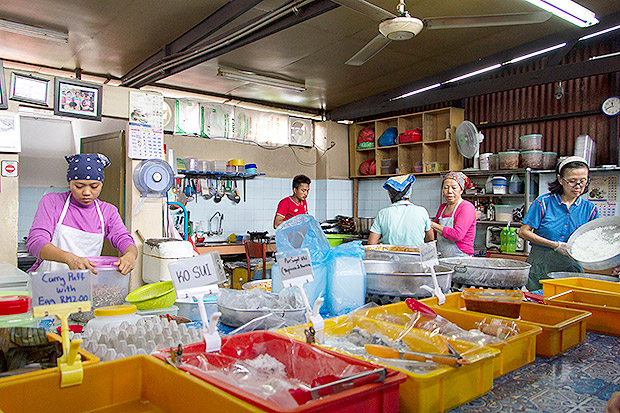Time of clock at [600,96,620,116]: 11:41
